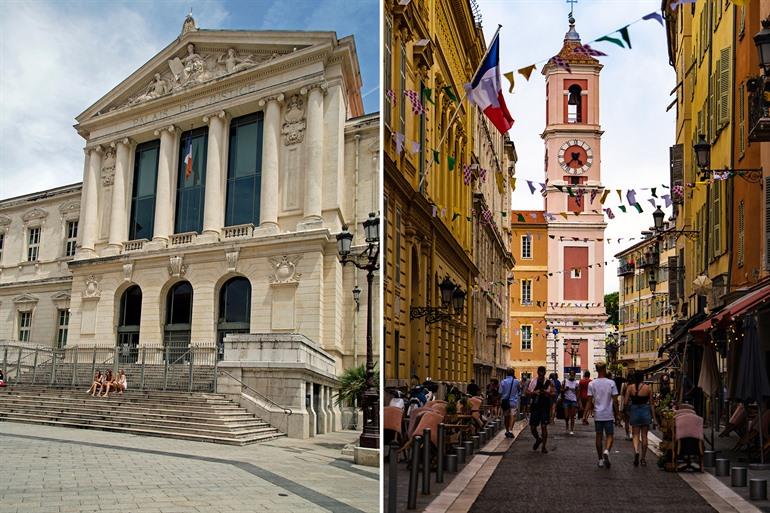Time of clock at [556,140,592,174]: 4:37
